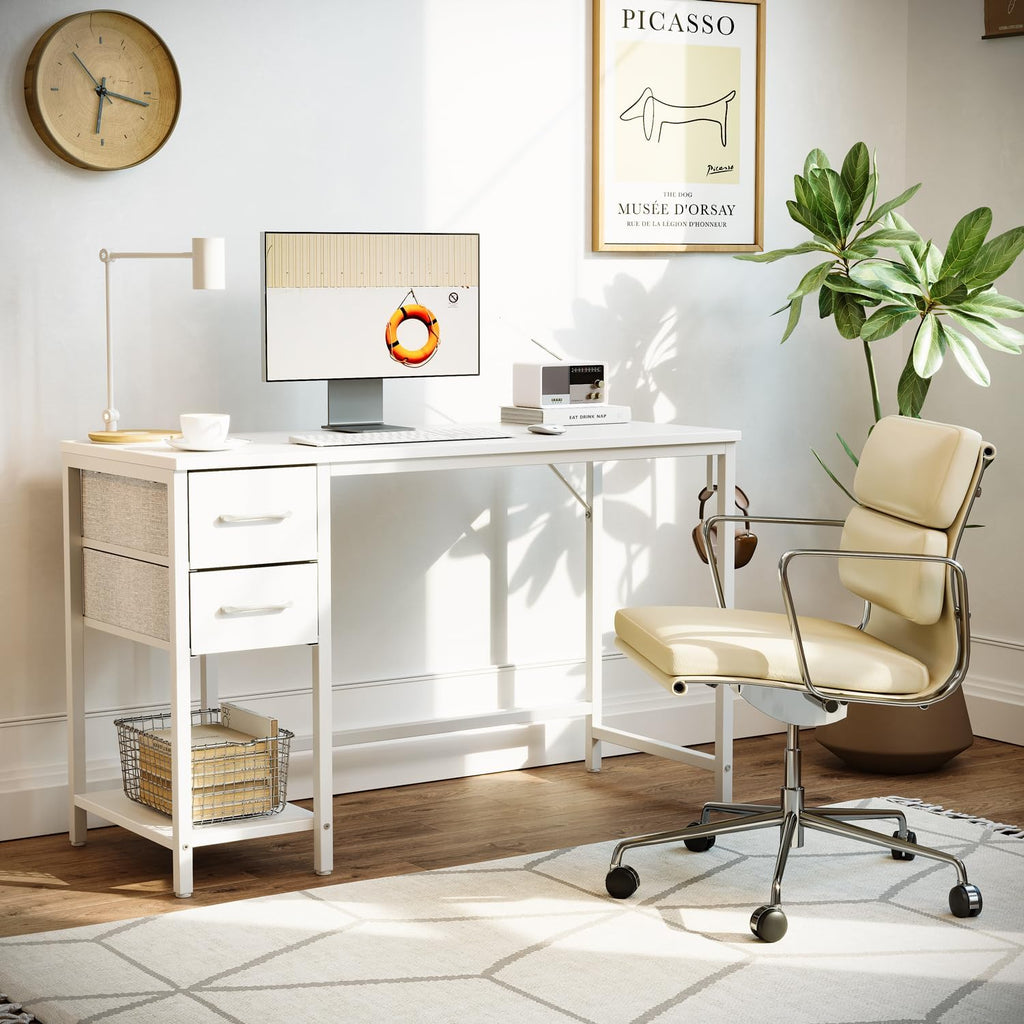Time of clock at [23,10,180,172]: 6:17
